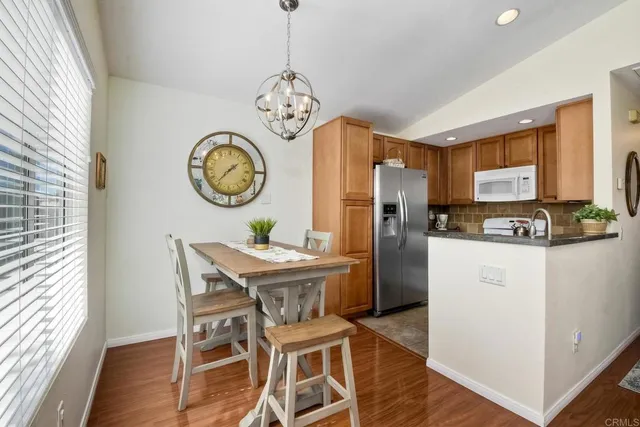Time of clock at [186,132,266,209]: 1:36
